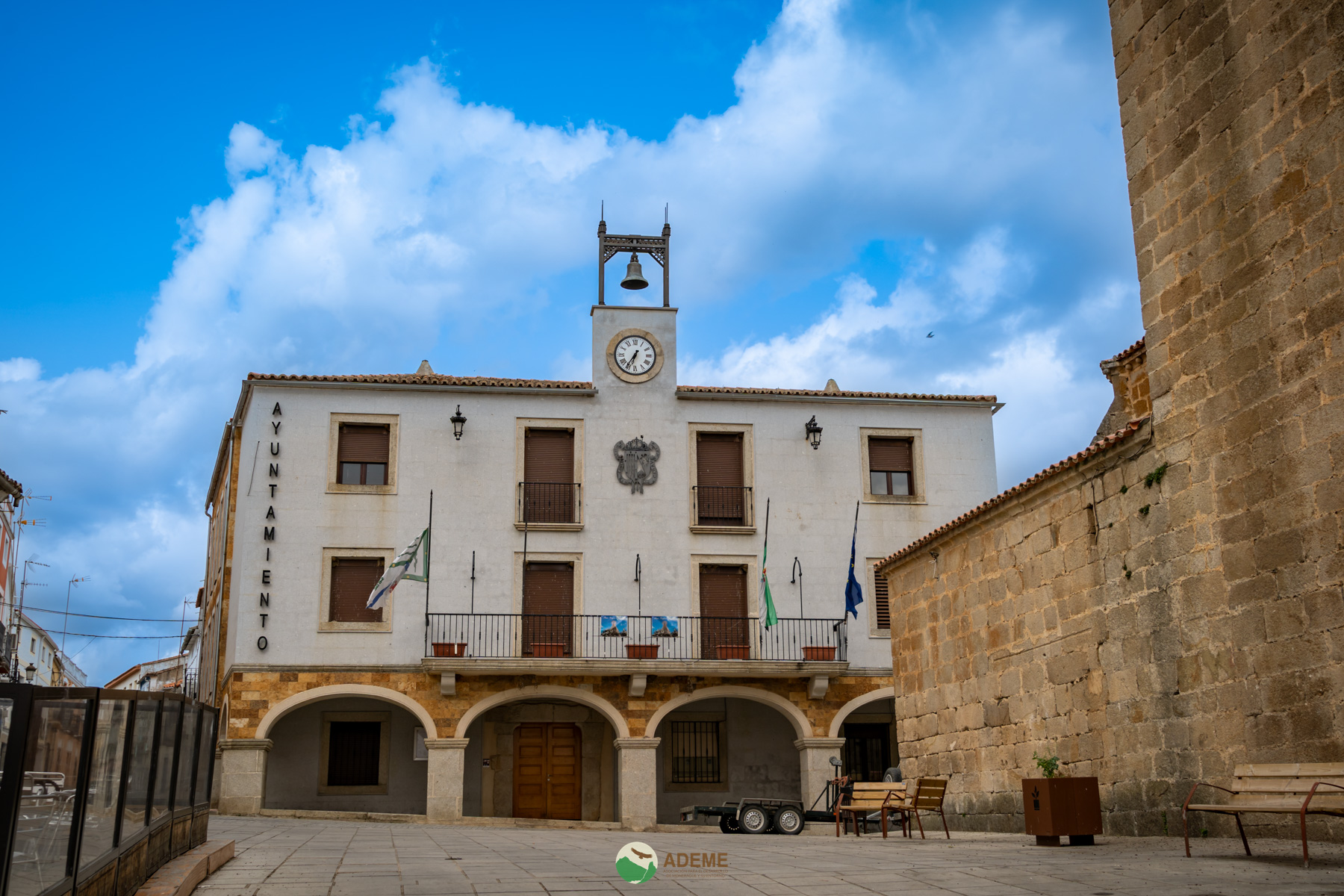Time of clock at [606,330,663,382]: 6:35
